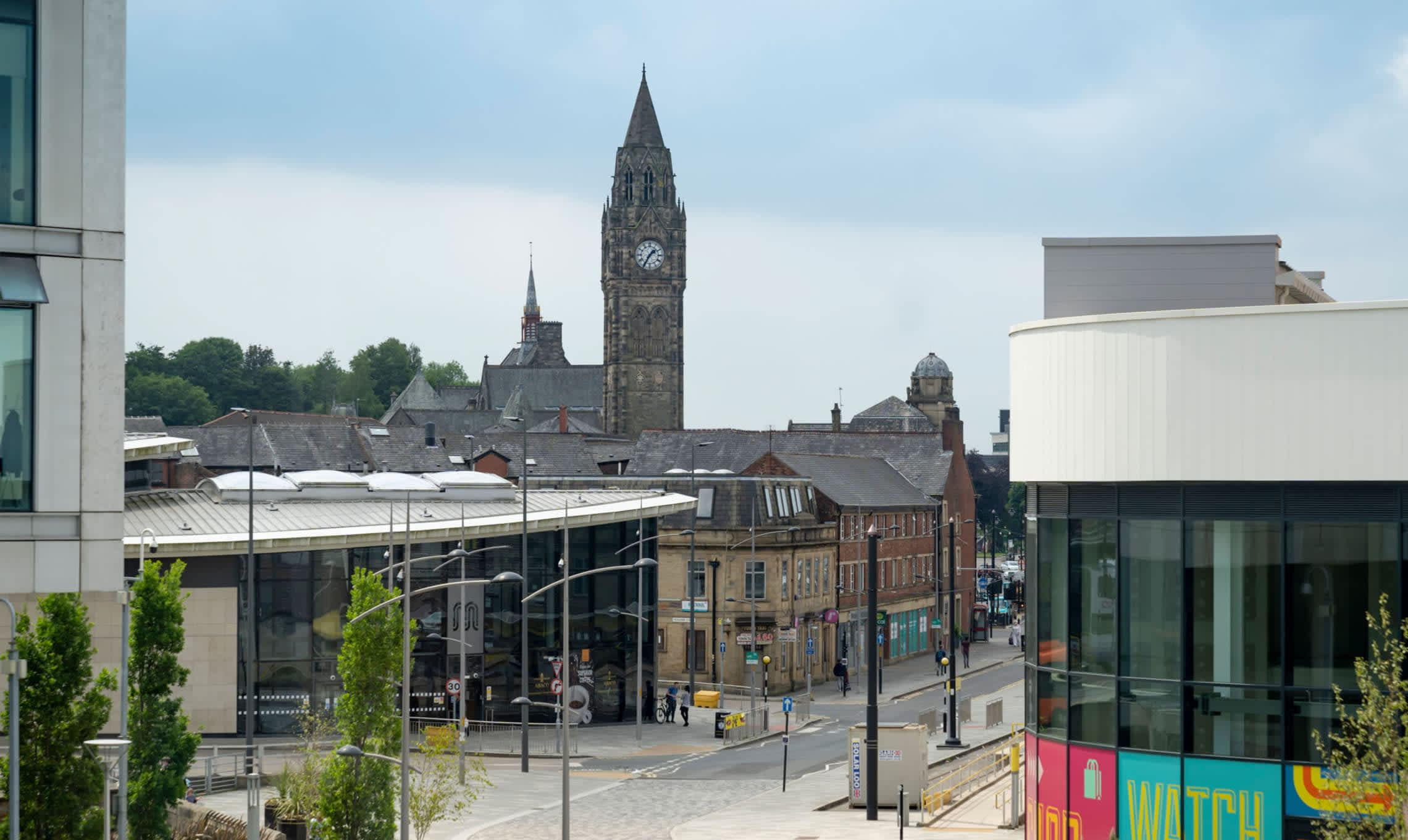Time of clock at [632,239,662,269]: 1:35
